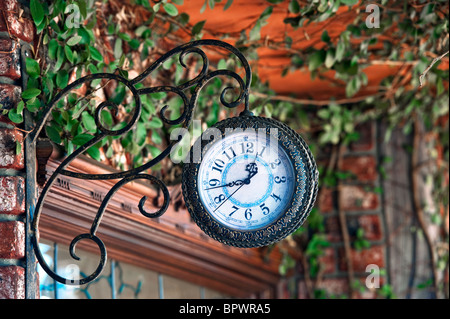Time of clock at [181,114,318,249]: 12:43
